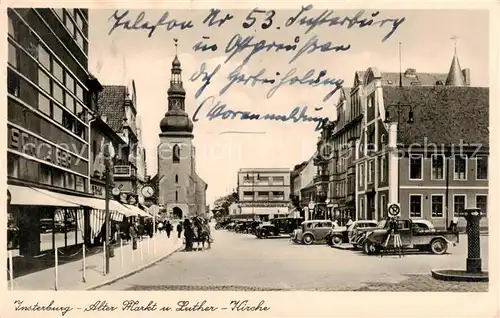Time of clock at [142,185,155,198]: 12:23
